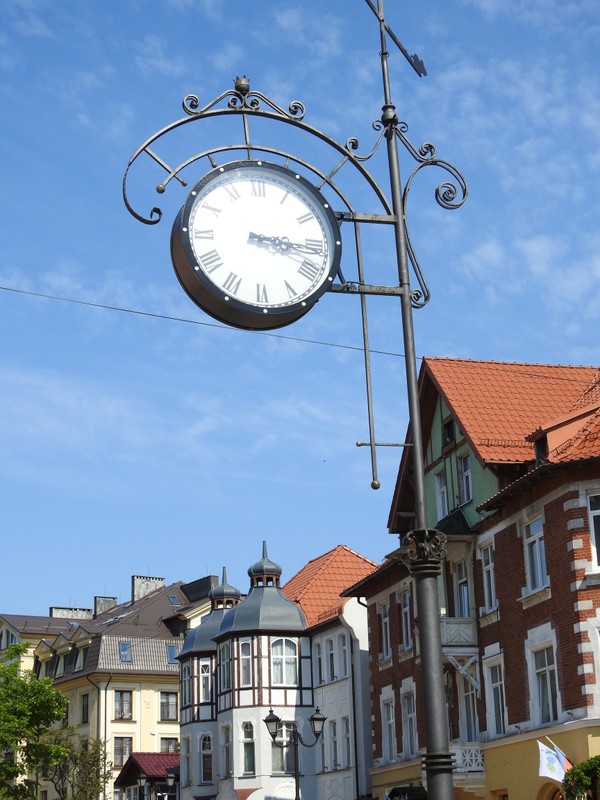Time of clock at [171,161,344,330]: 3:16
